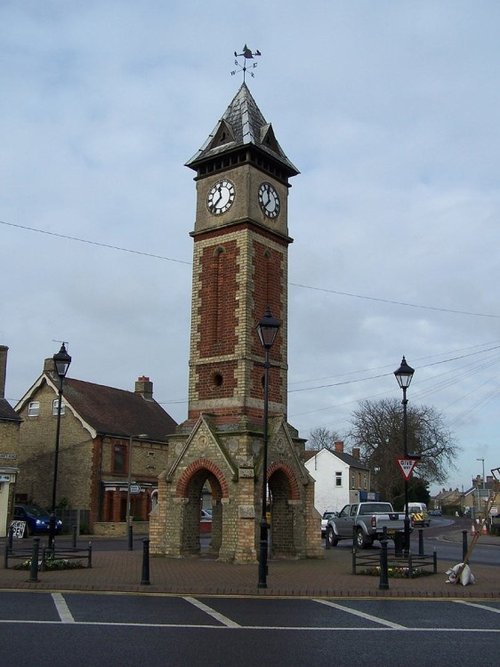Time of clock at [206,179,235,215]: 11:37
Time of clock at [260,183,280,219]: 11:37
